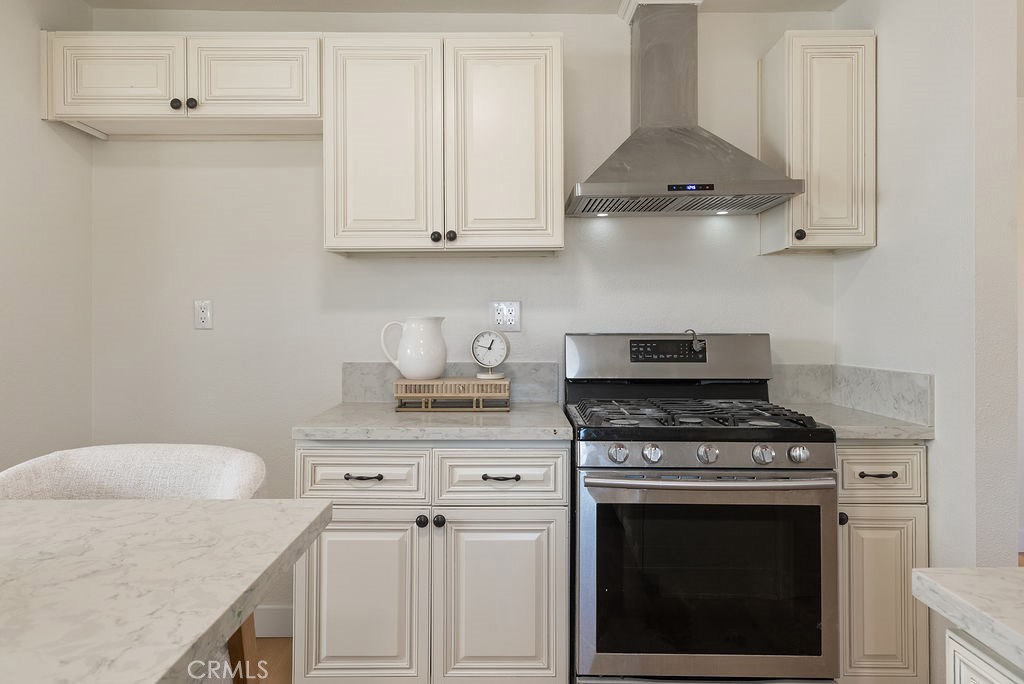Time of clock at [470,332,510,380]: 12:47
